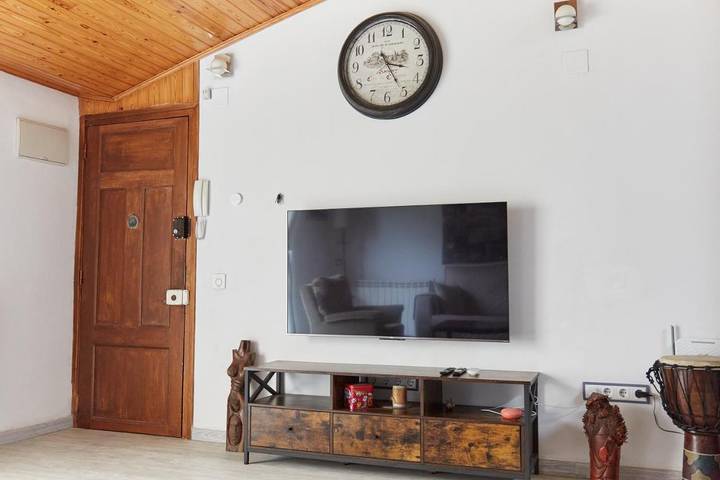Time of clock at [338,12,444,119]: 3:25
